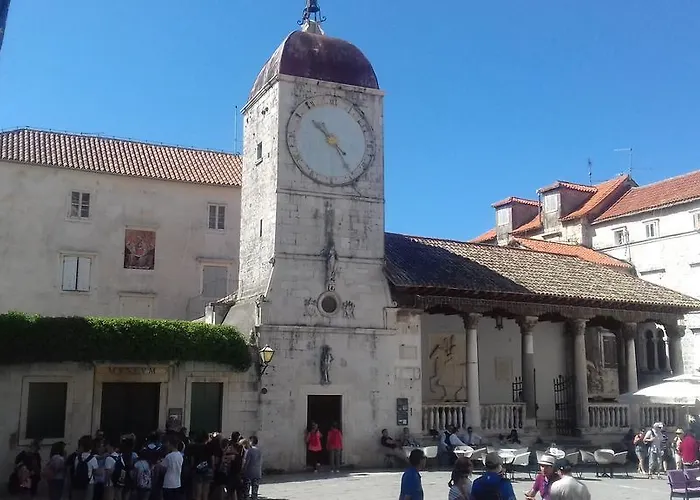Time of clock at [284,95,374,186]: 10:24
